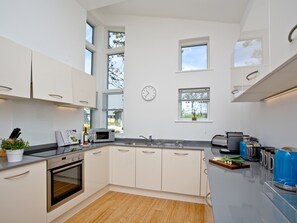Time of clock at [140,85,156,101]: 10:36
